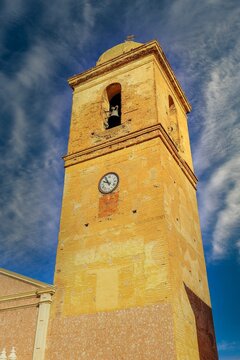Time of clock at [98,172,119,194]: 9:54
